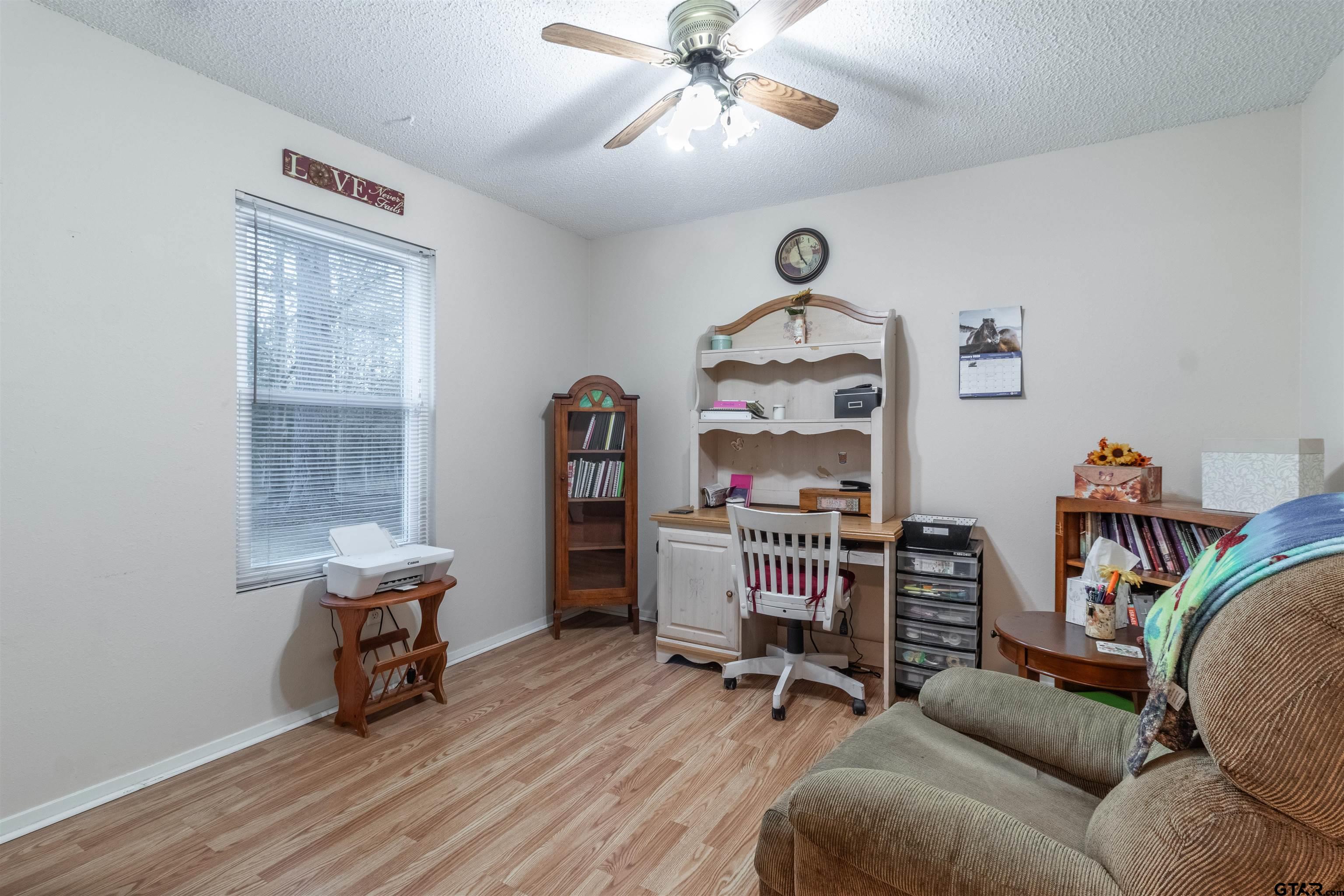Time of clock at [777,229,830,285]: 4:57
